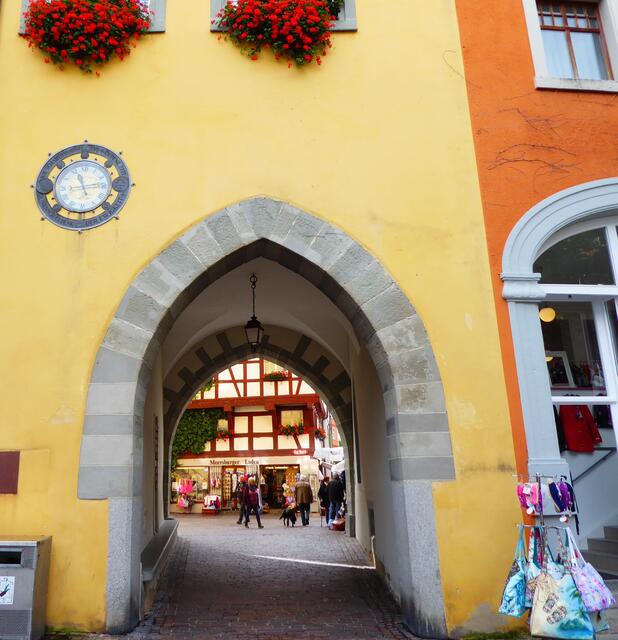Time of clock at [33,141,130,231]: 11:13
